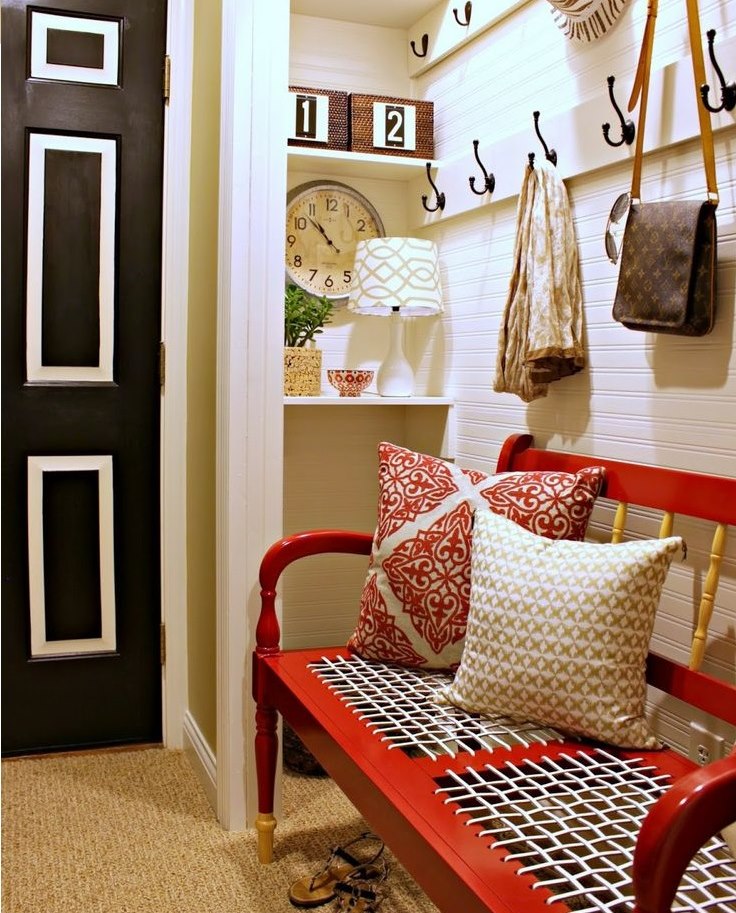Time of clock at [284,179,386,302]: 10:52
